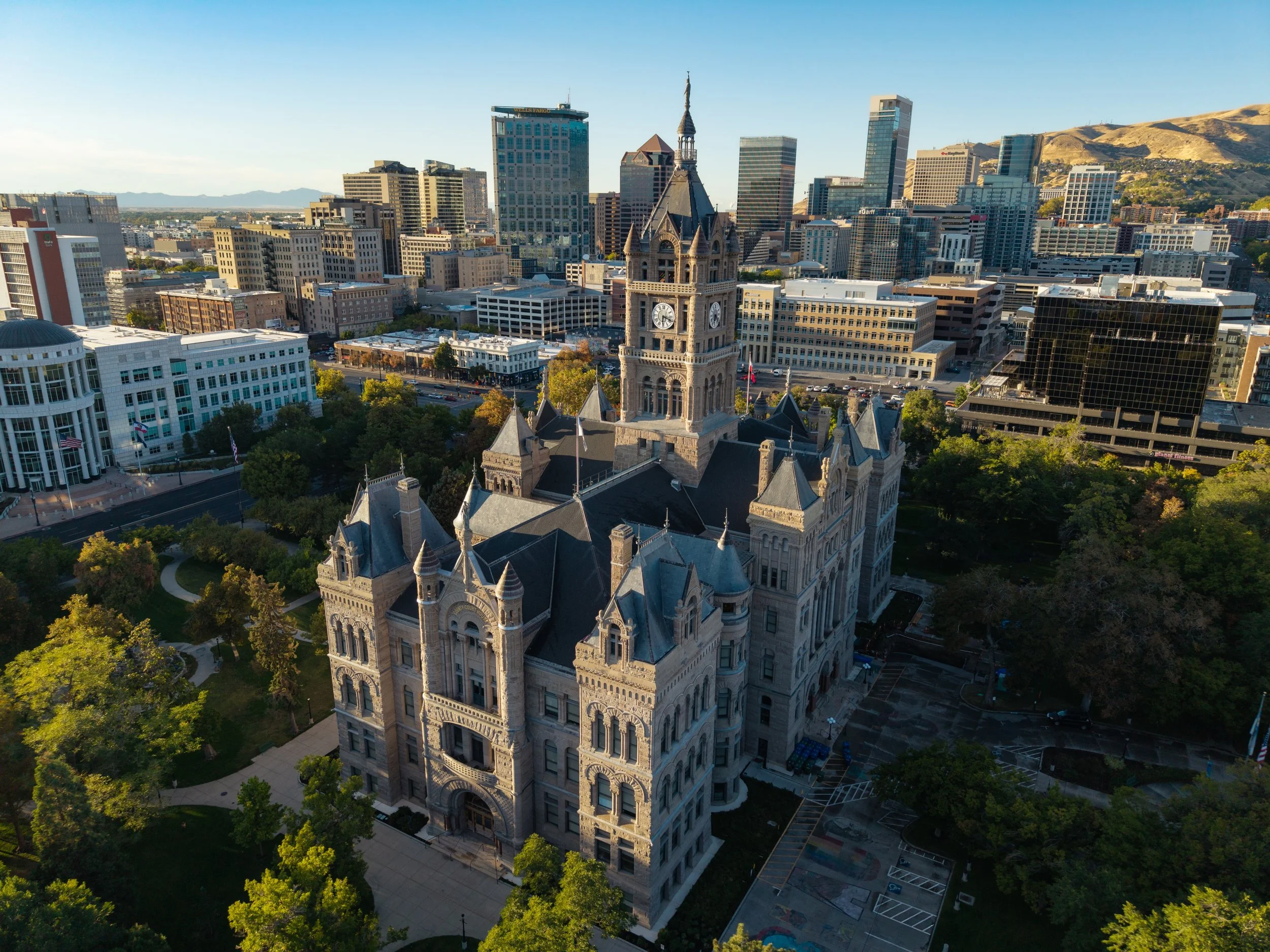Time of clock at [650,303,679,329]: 6:18
